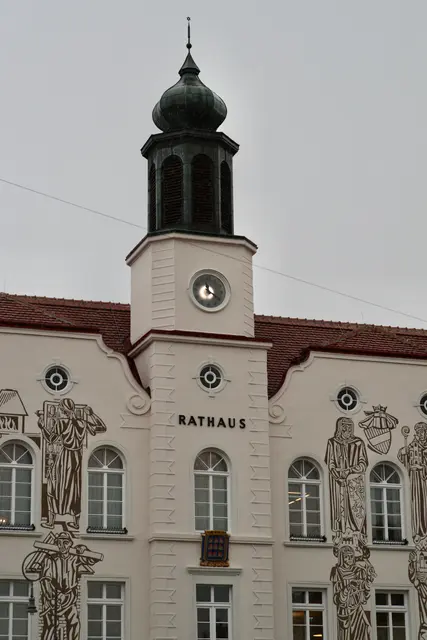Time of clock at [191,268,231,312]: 12:20
